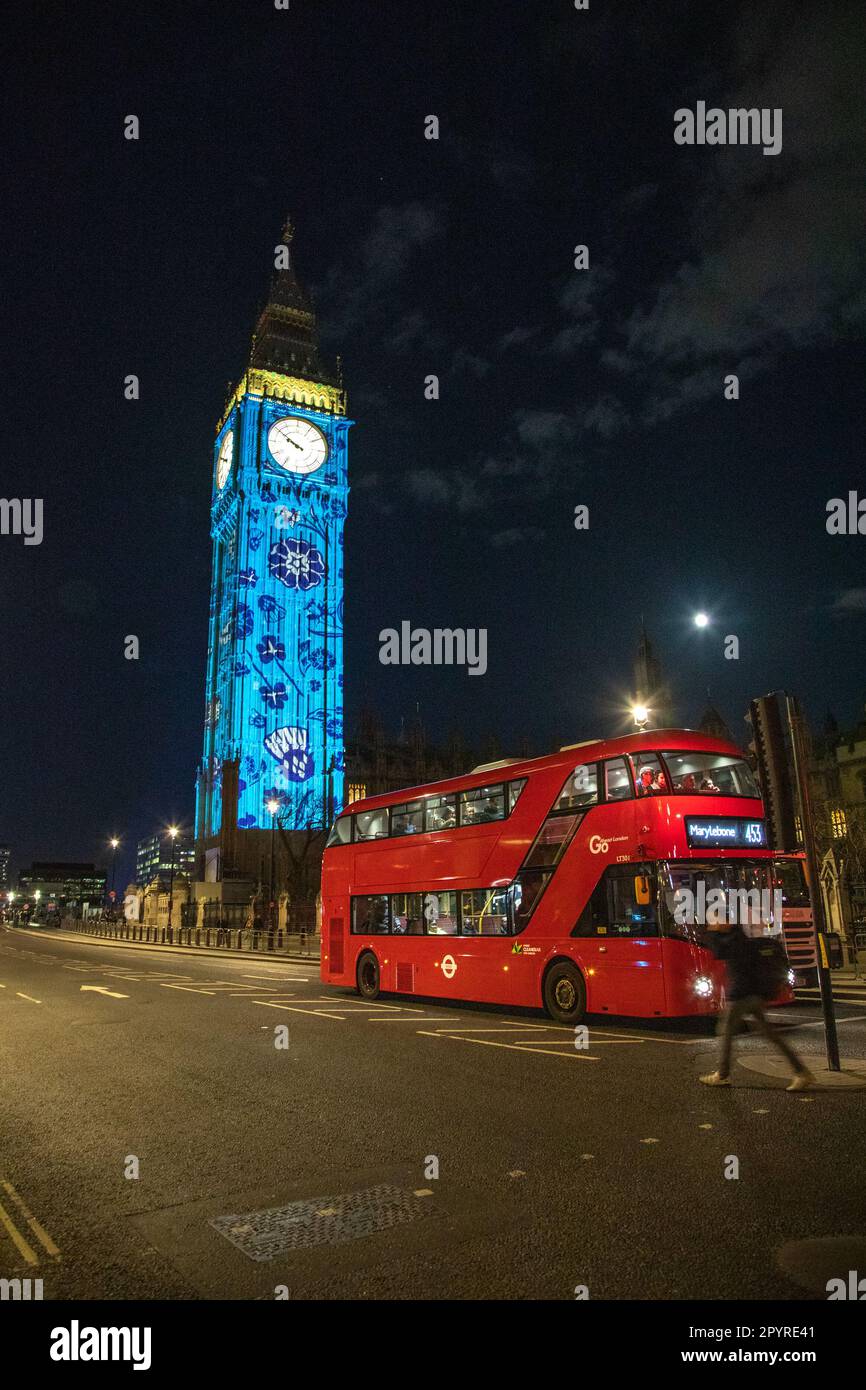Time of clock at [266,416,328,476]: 9:50
